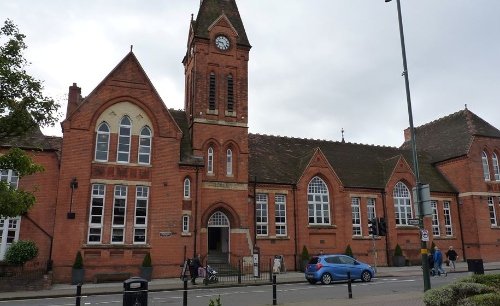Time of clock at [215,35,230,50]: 9:25
